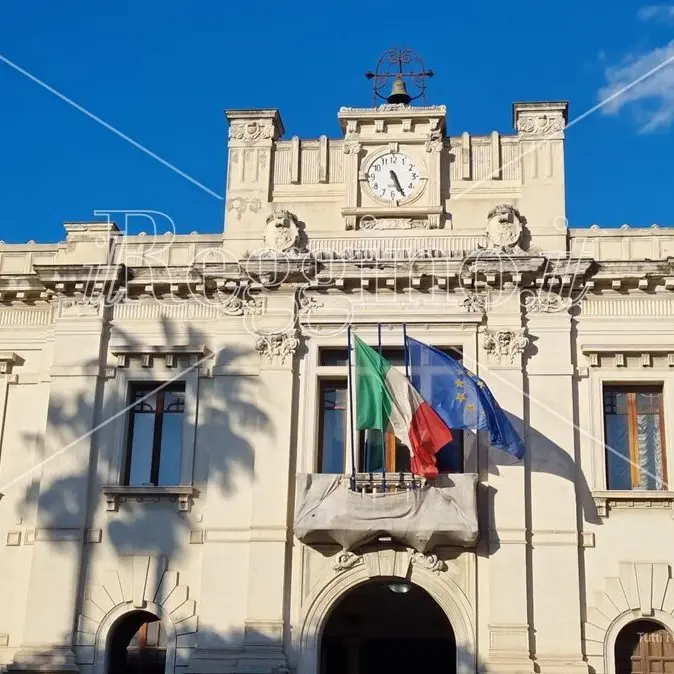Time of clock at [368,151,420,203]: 5:26
